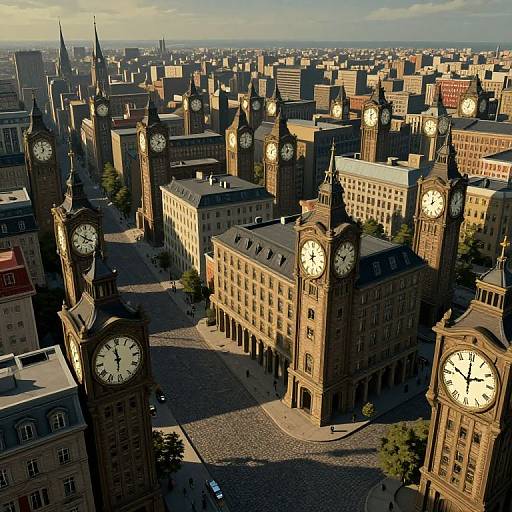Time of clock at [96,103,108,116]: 4:42
